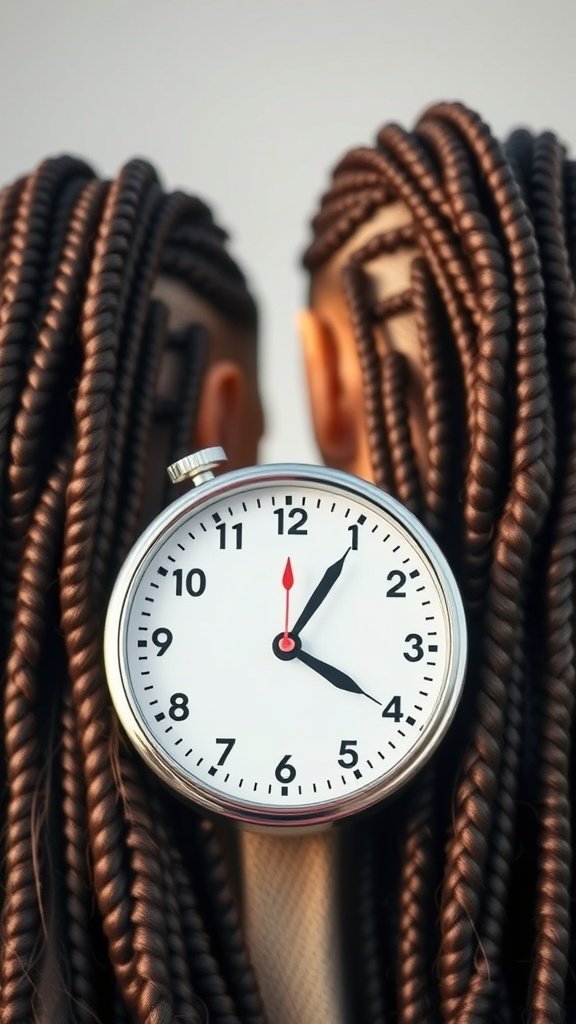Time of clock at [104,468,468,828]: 4:05
